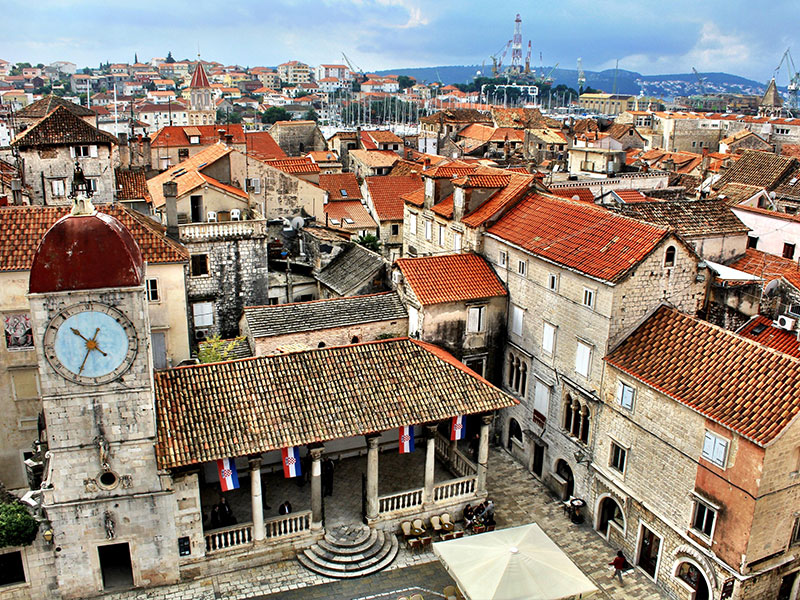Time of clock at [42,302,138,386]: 10:34
